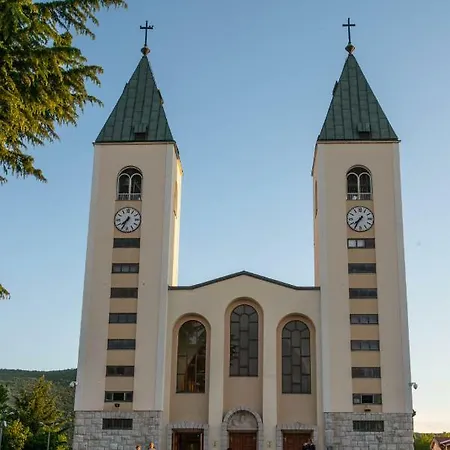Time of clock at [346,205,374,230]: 7:35
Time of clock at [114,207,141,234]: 7:34
